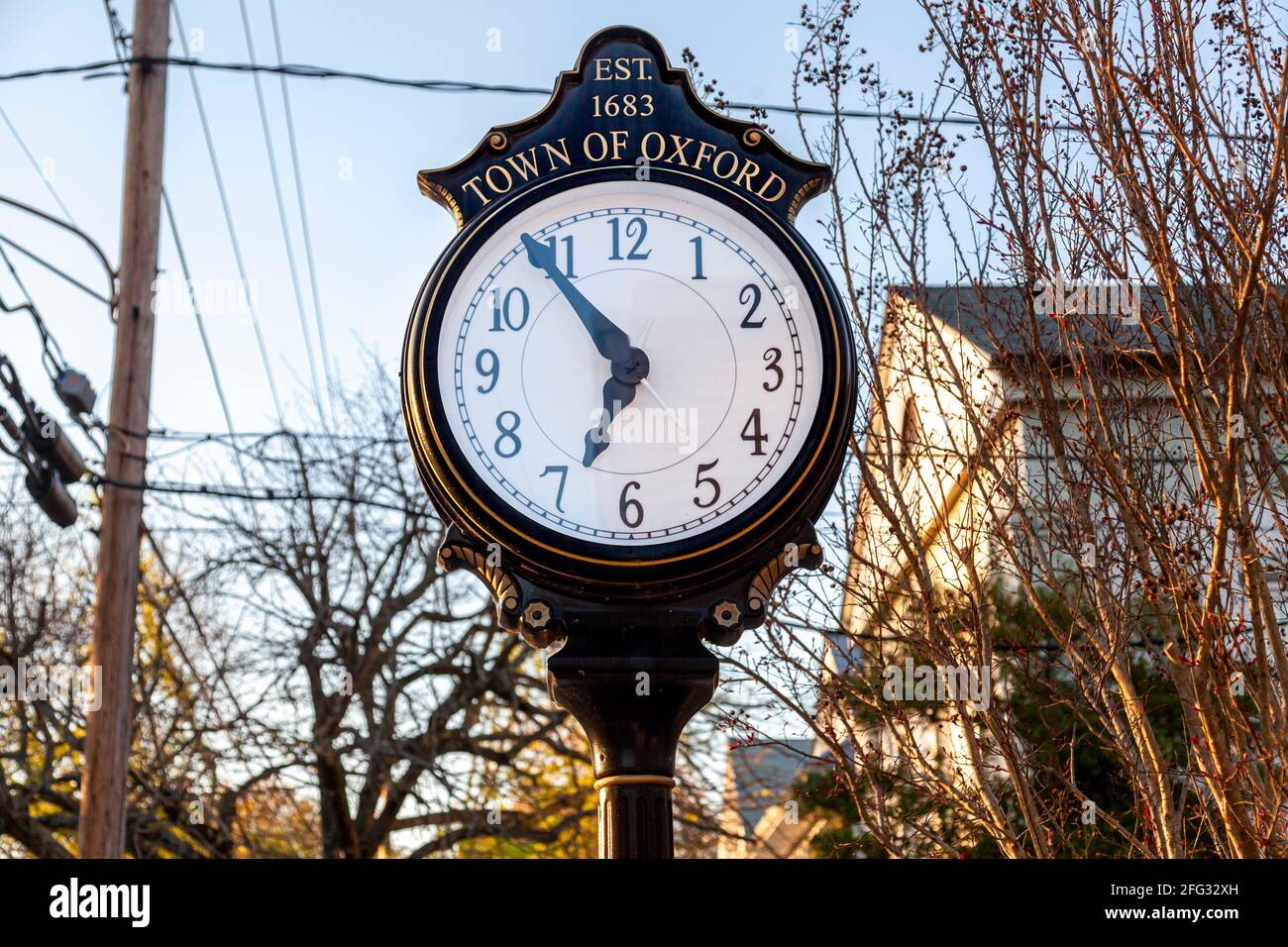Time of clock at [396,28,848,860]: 6:54
